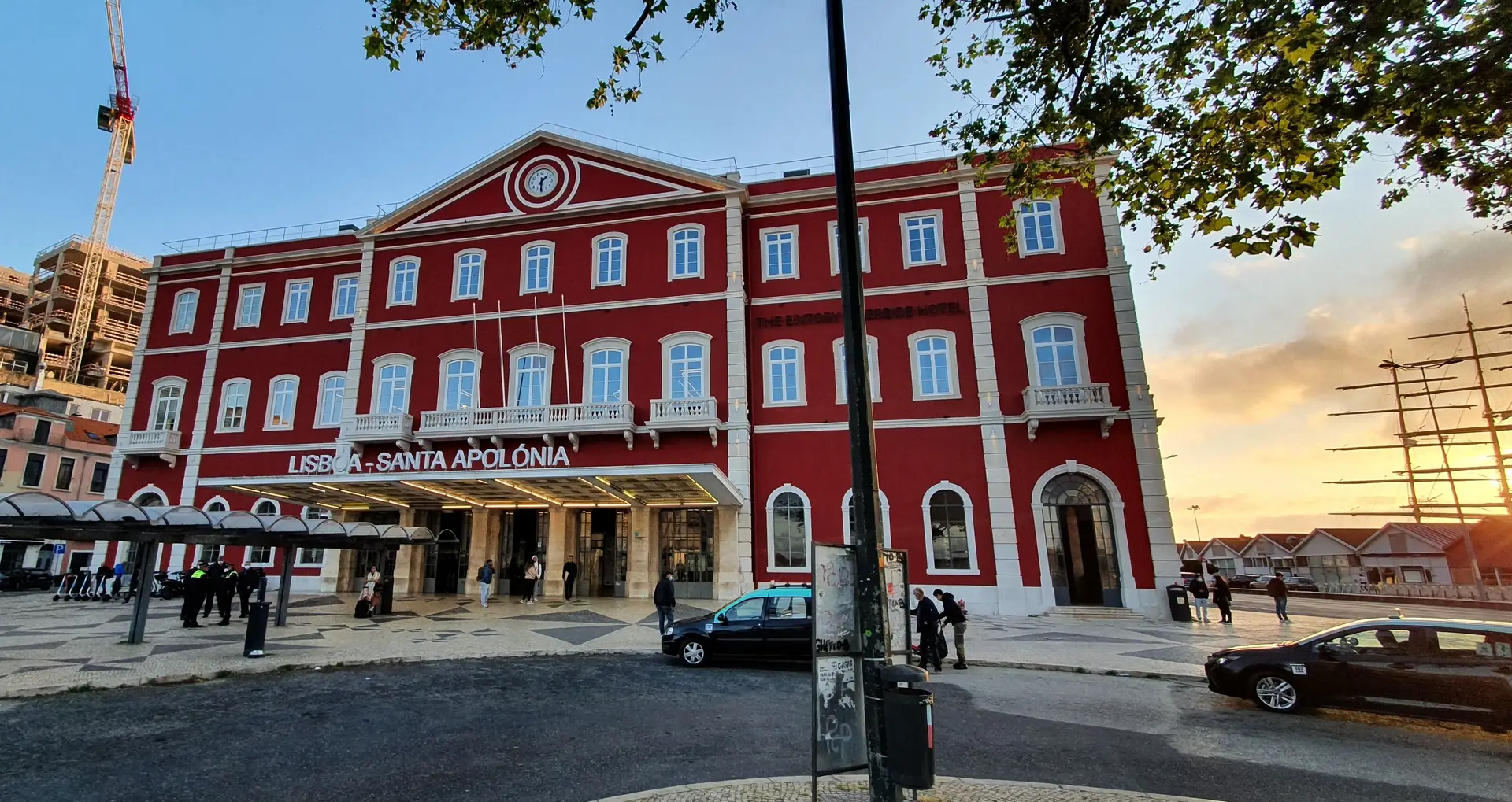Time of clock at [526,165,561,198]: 1:30
